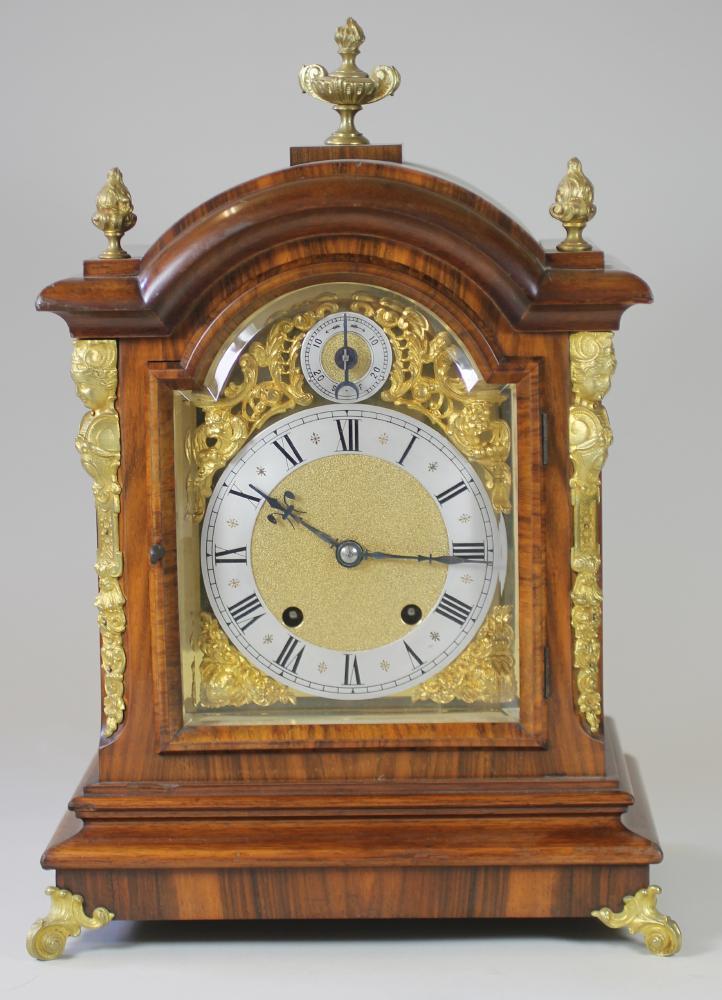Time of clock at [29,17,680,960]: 10:15
